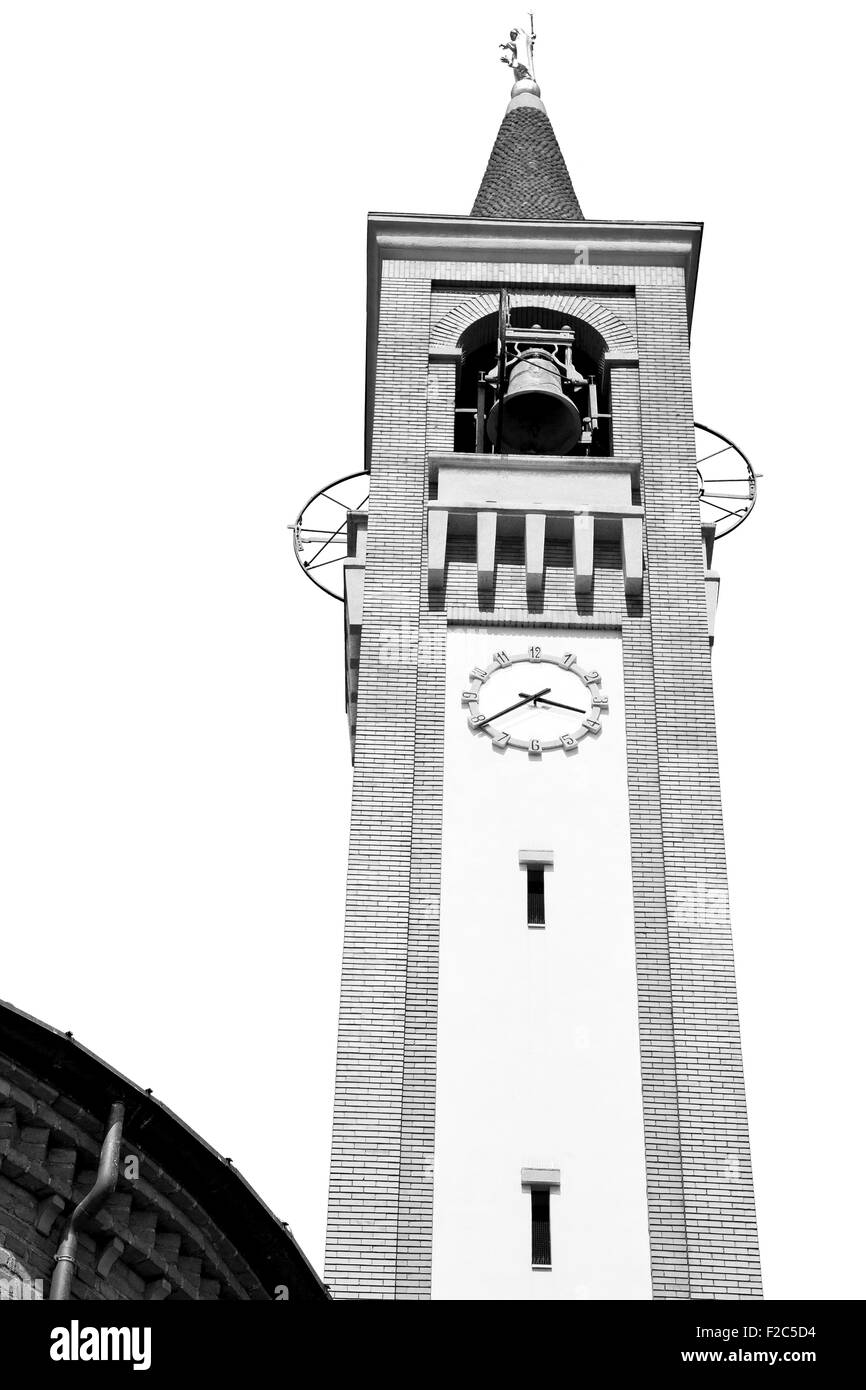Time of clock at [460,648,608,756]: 3:39
